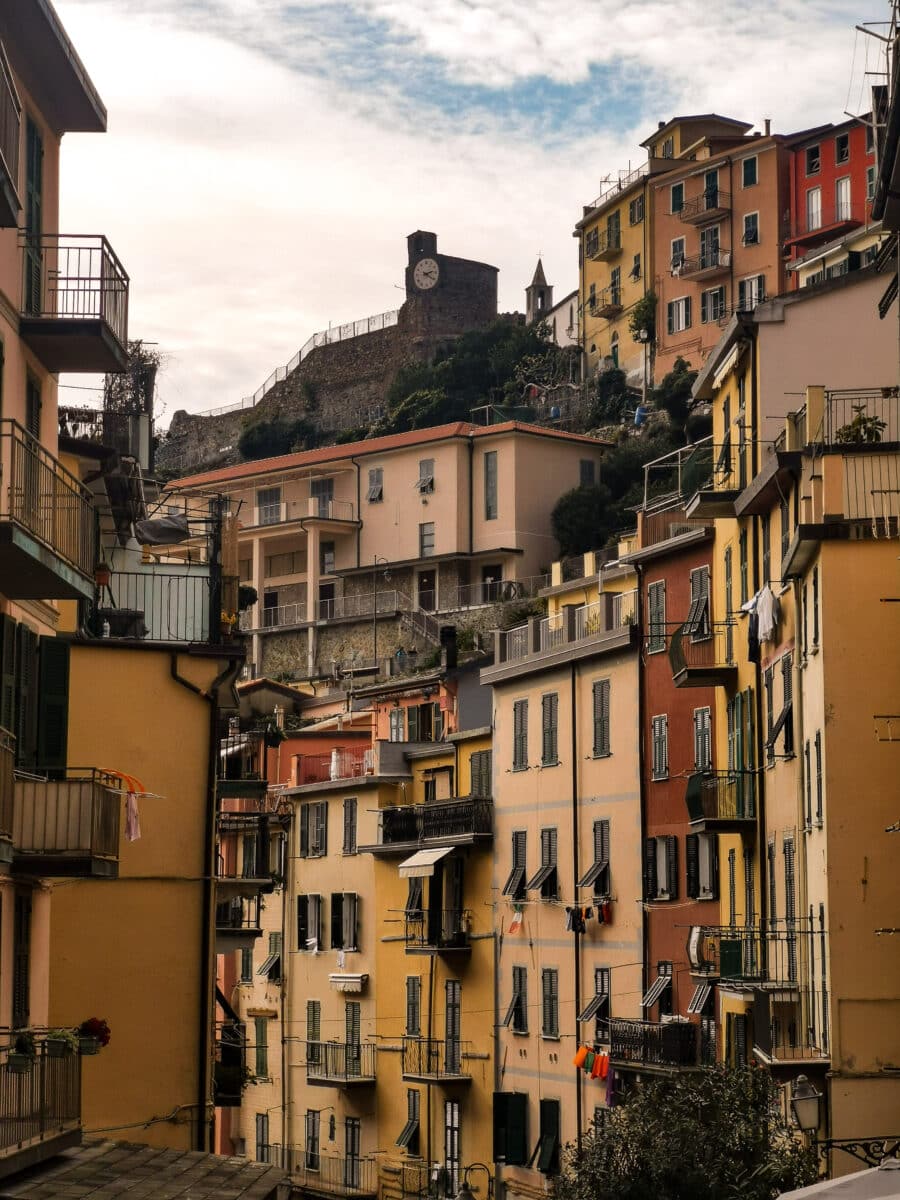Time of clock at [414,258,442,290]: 2:20
